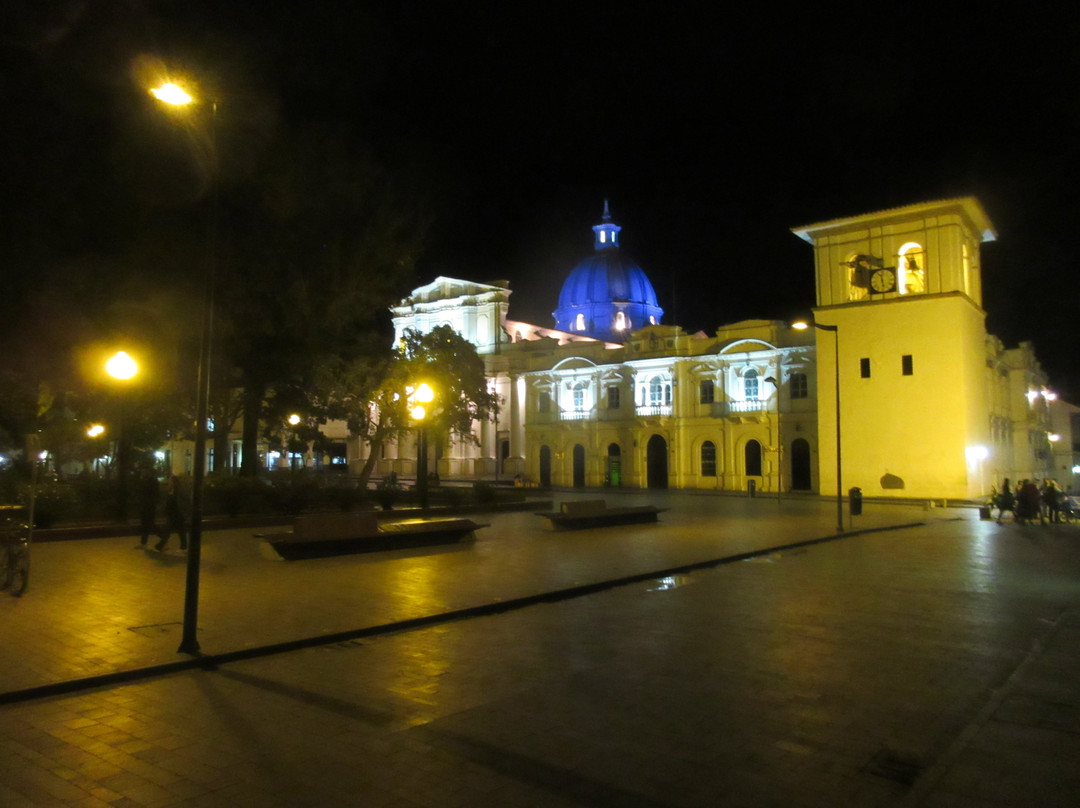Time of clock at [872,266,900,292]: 11:28
